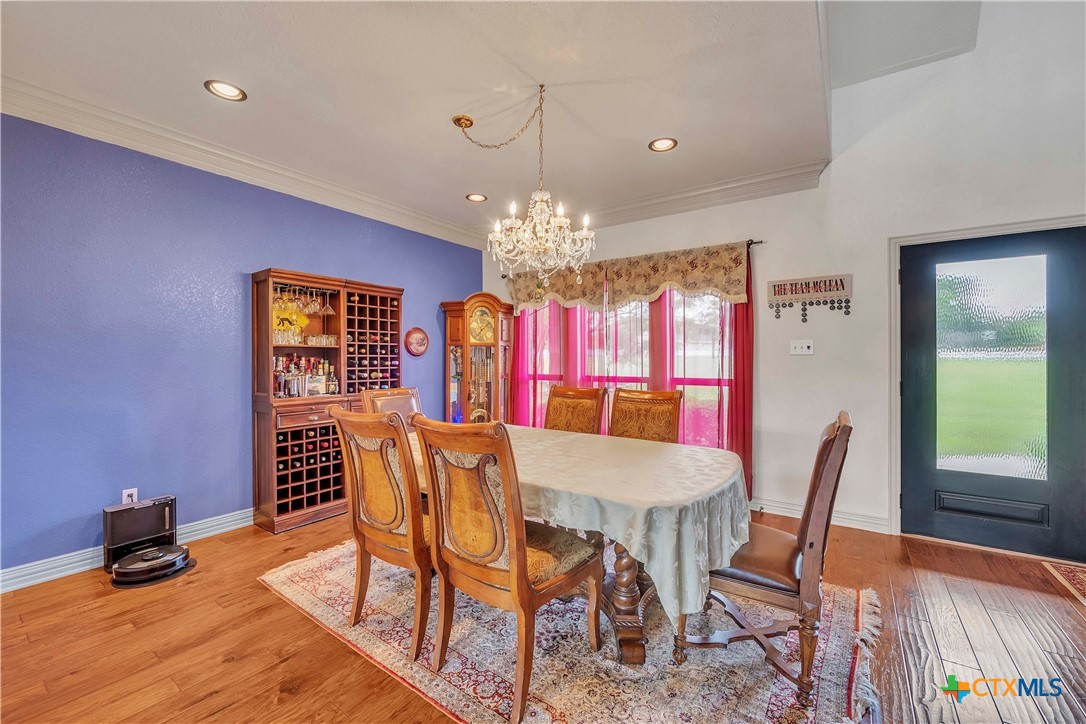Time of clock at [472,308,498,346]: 7:07
